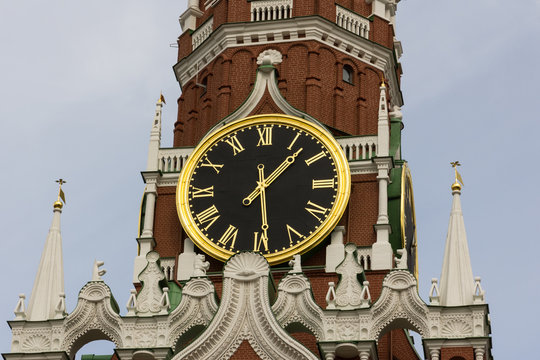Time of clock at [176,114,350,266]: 1:29
